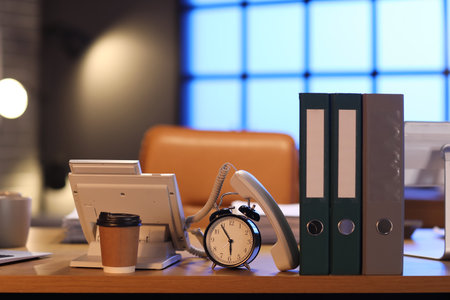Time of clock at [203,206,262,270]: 5:54
